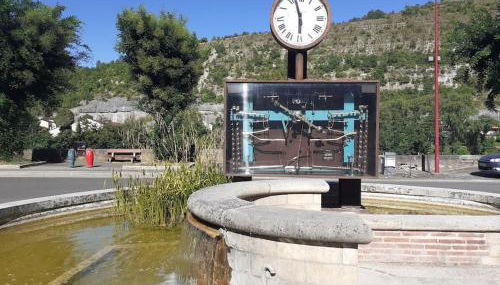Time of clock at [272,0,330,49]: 5:57
